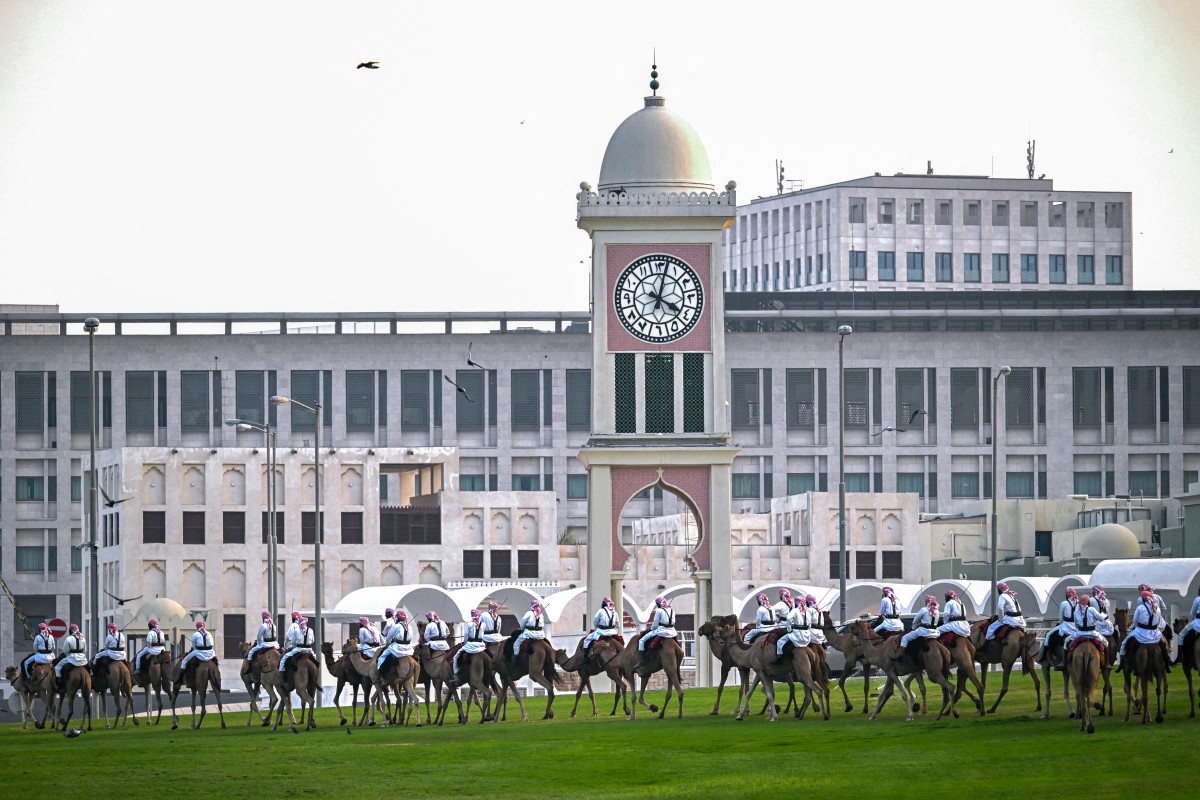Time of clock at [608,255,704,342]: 4:02
